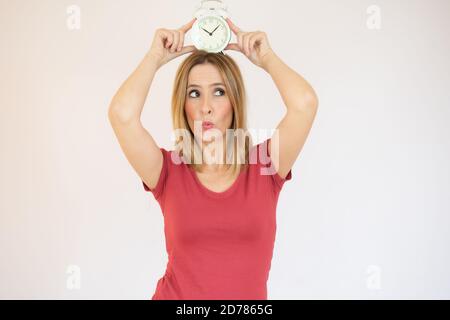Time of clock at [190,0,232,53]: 10:07
